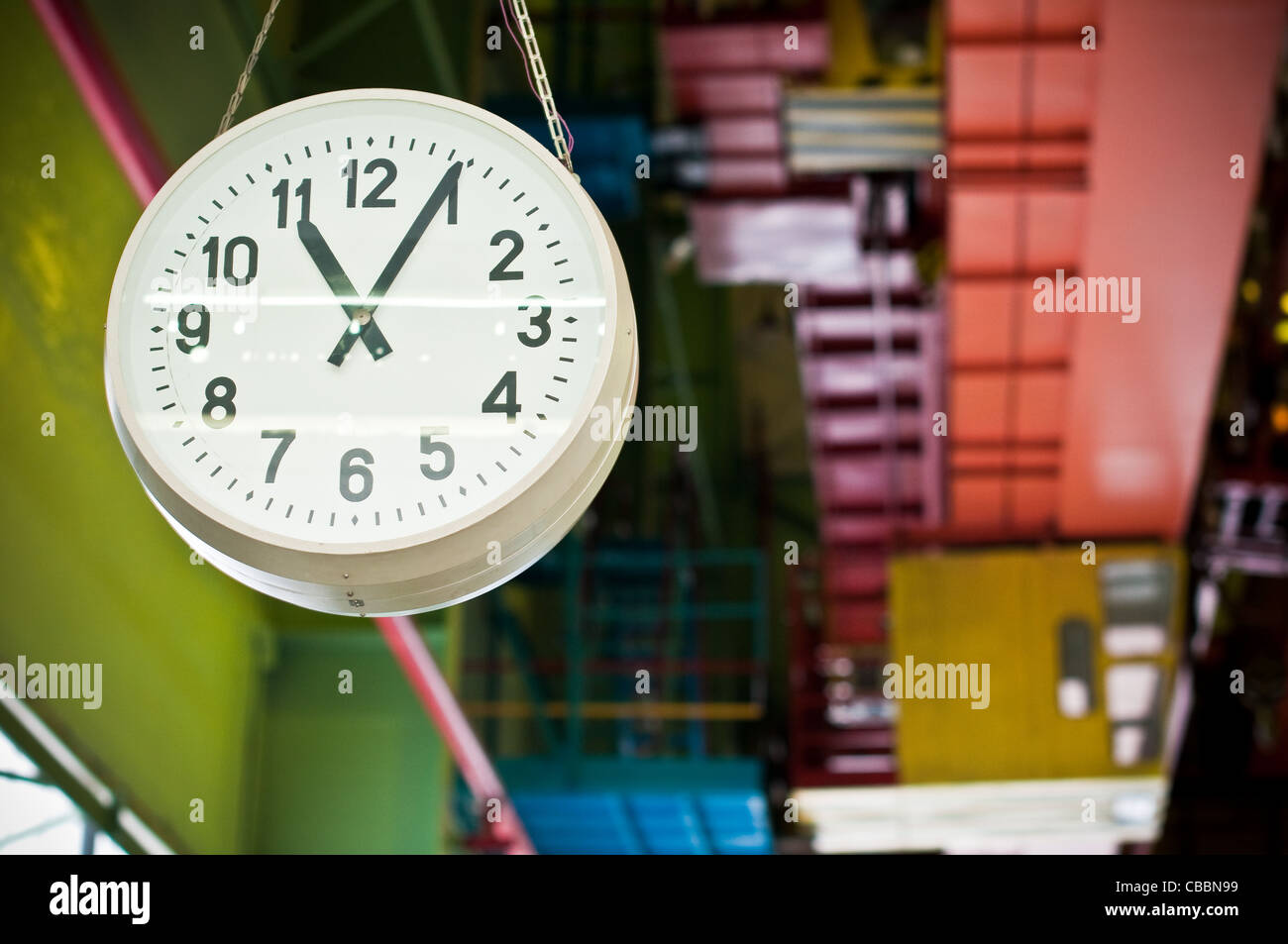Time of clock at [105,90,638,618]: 11:04
